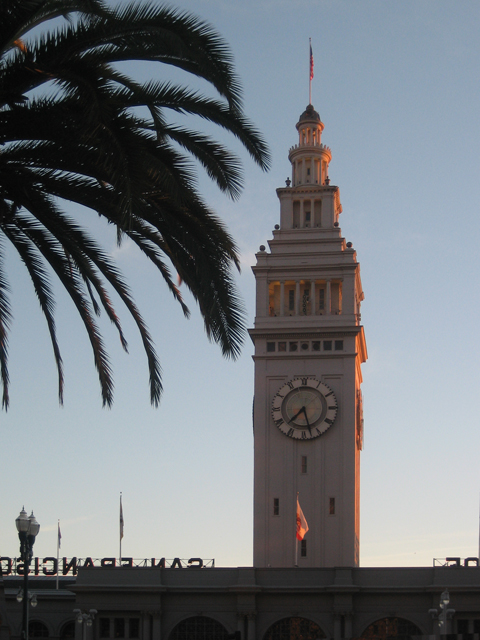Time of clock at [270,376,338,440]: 7:27
